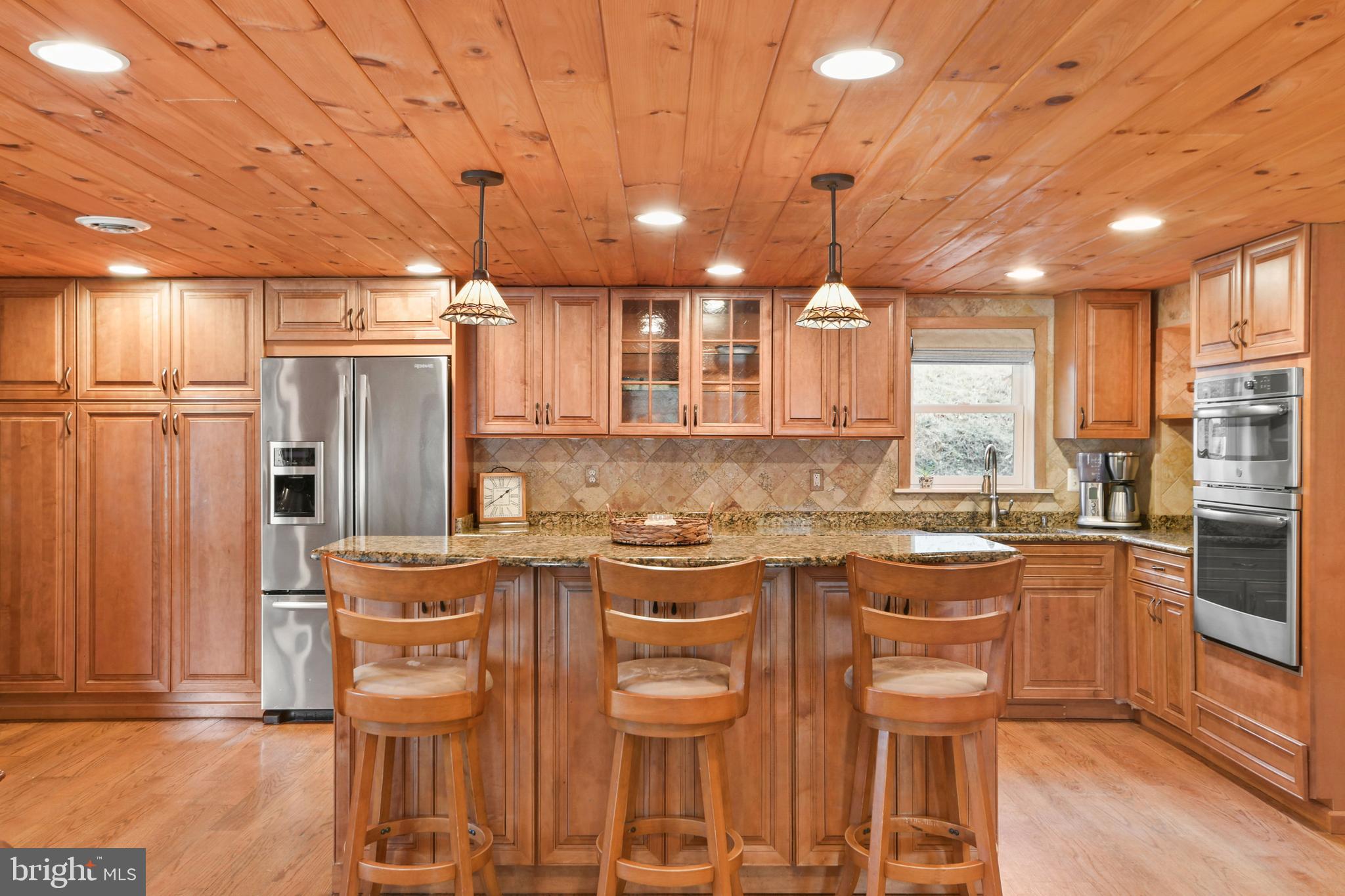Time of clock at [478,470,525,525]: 1:40
